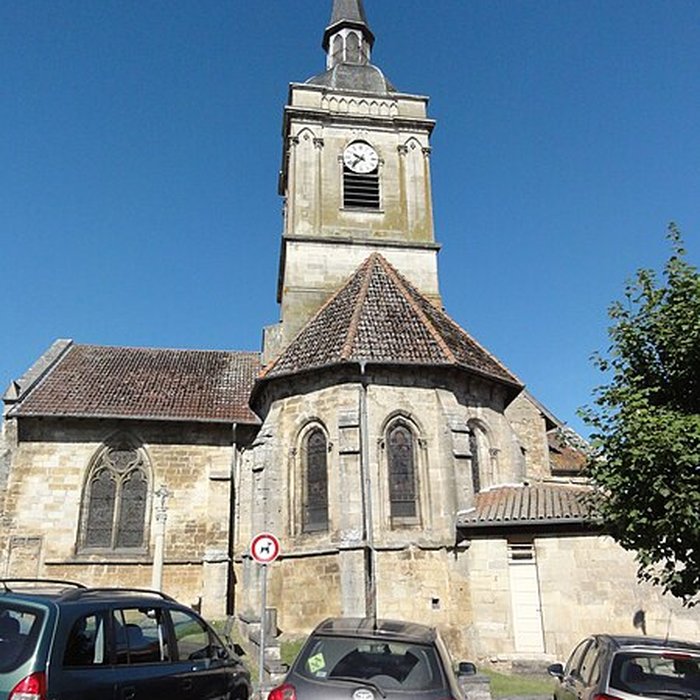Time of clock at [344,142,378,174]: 9:36
